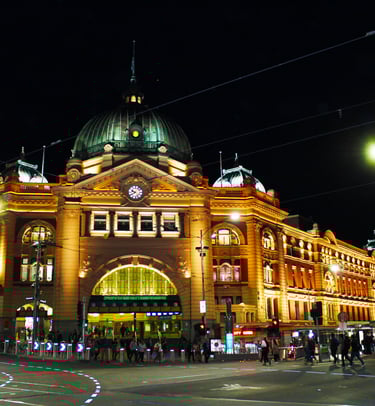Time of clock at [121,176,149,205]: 9:40
